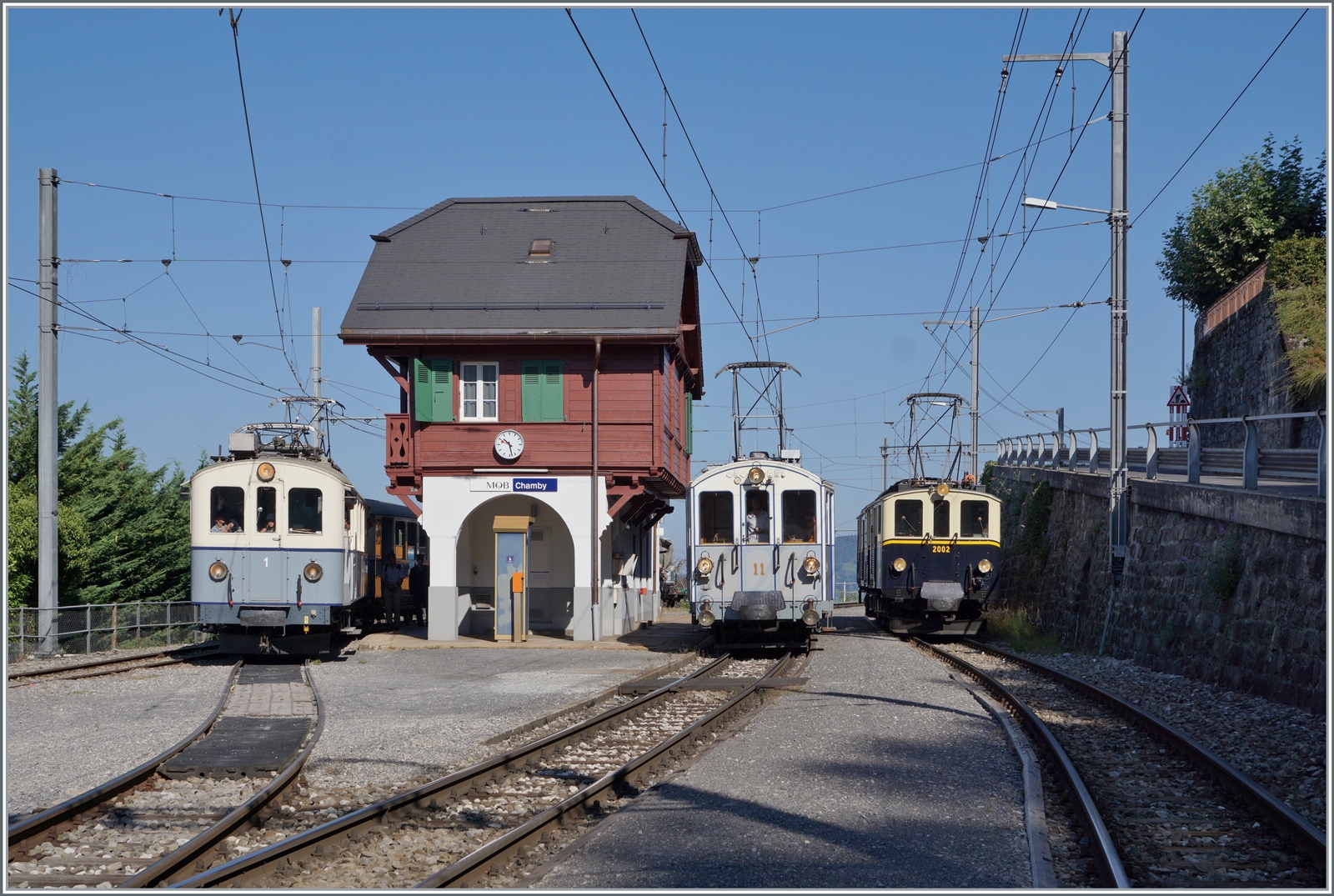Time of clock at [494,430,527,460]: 10:28
